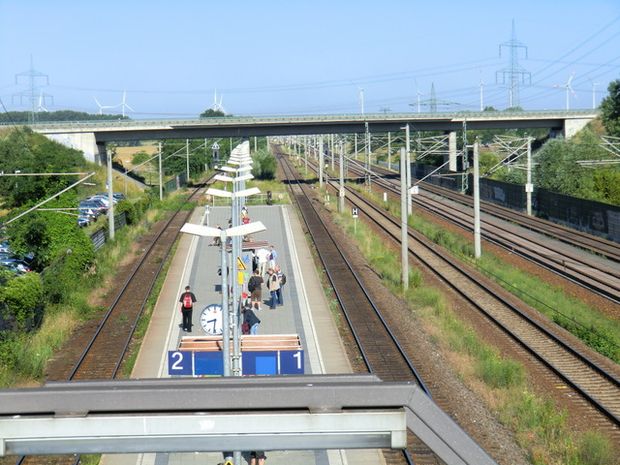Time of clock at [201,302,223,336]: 8:31
